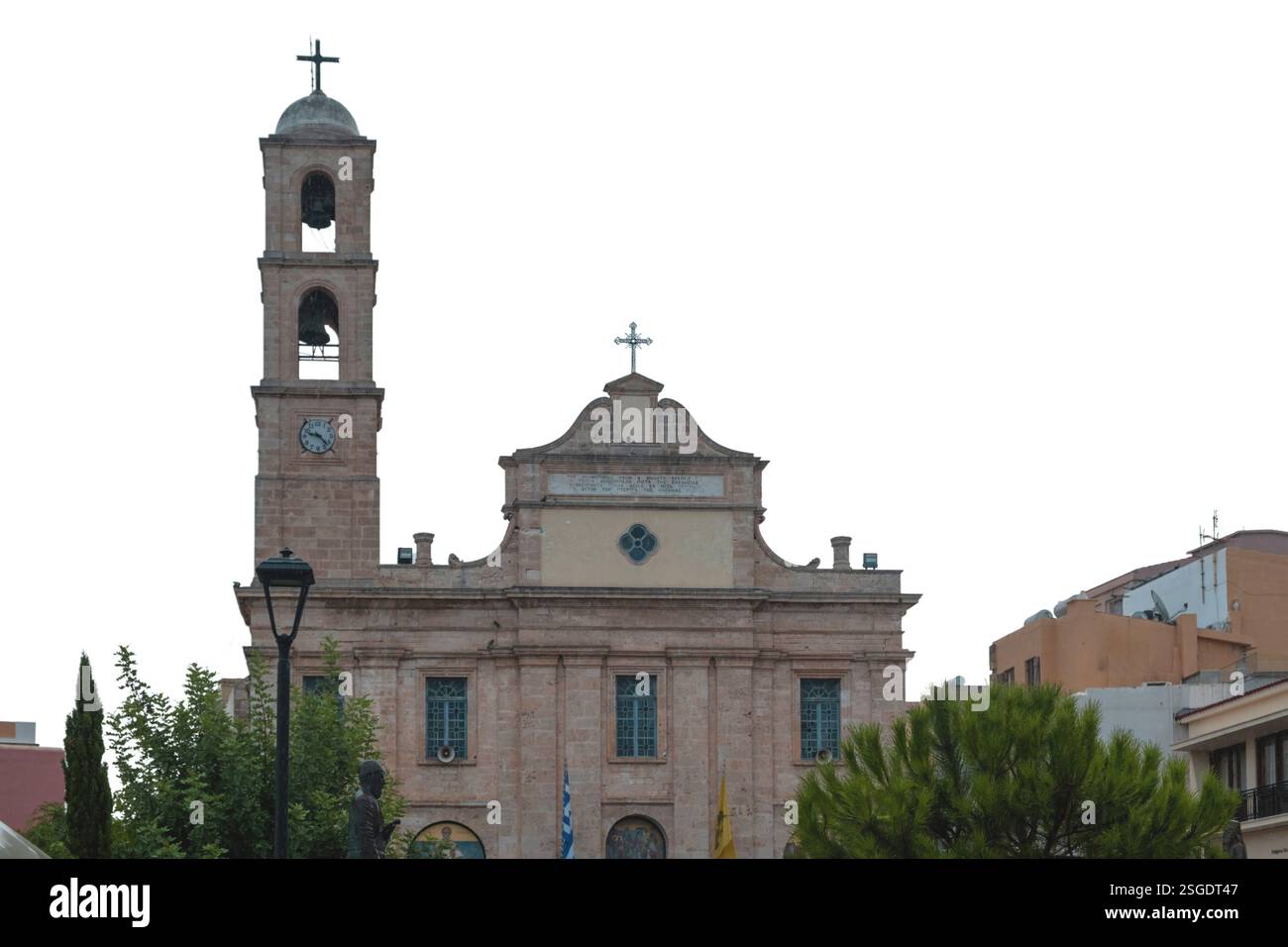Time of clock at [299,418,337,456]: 9:22
